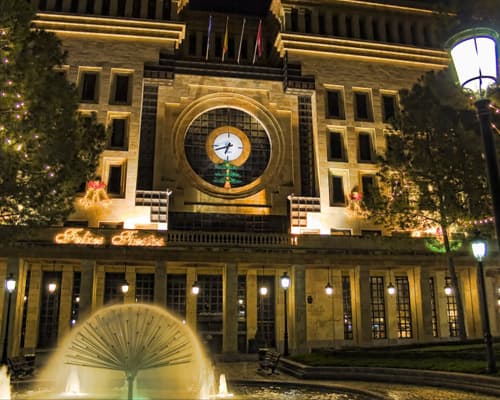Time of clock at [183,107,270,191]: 6:41
